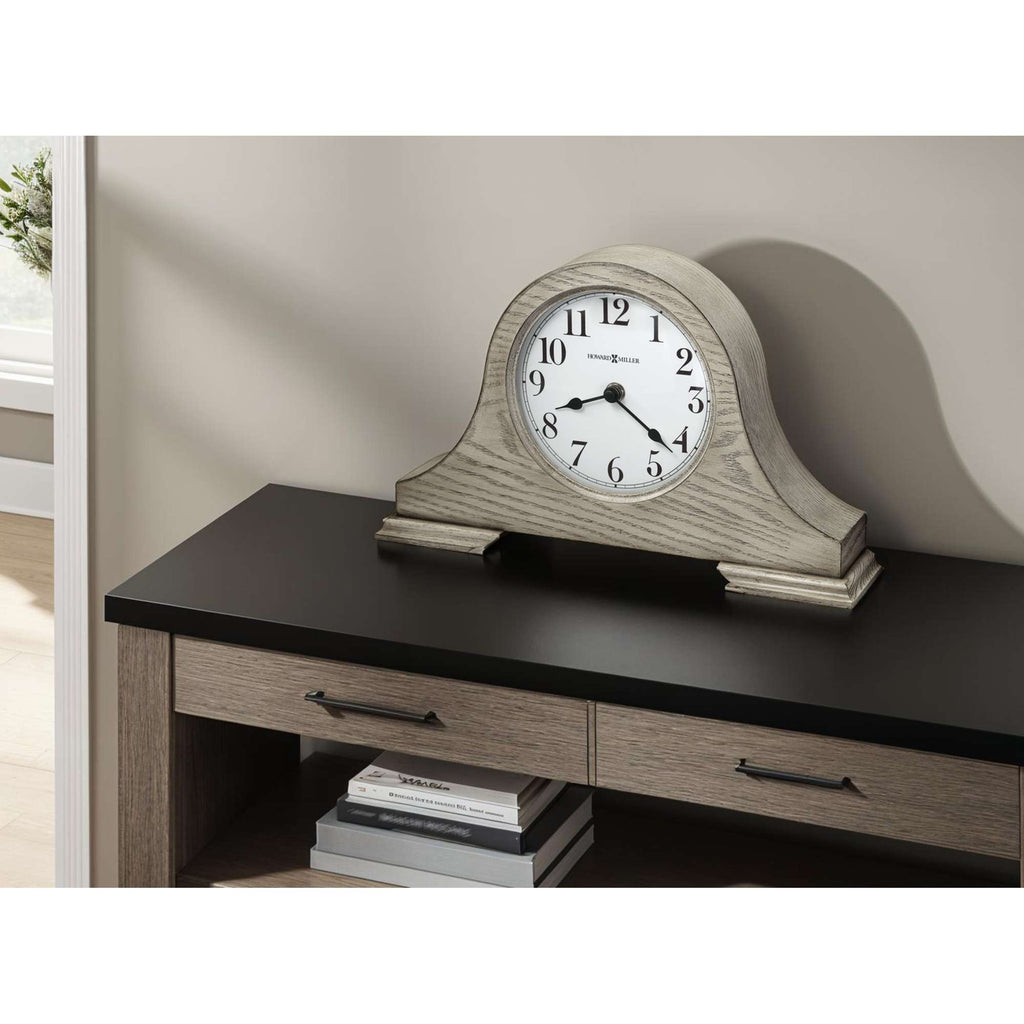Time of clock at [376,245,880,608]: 8:21
